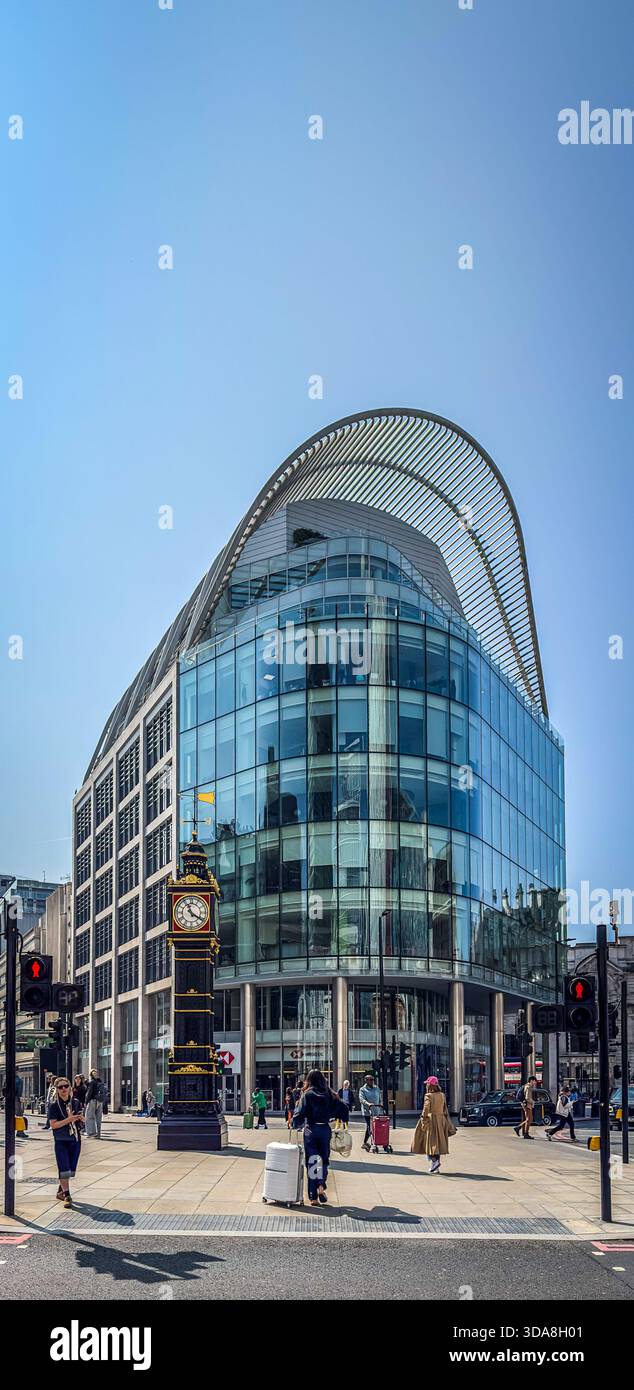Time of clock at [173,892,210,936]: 11:20
